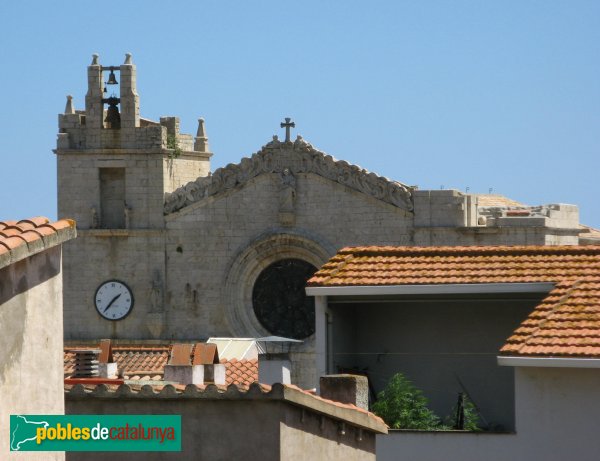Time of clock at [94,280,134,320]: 1:36
